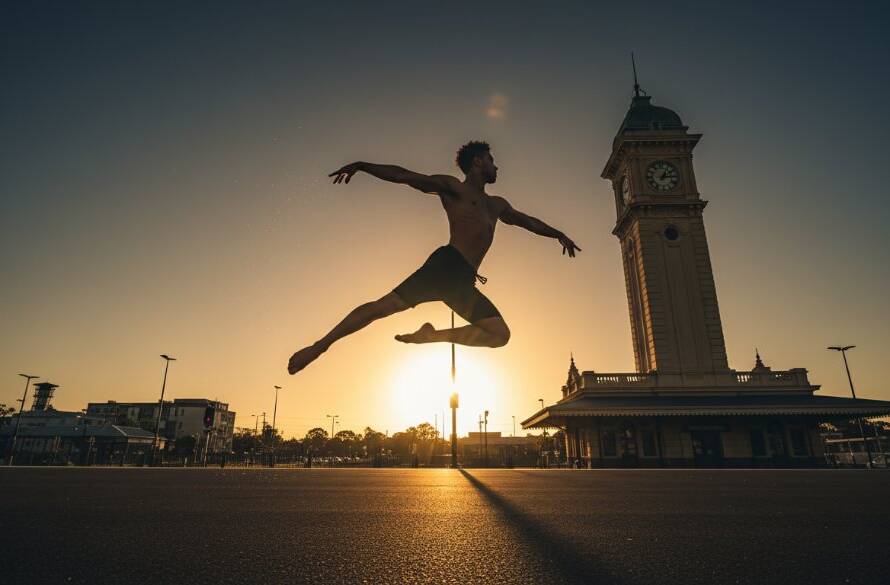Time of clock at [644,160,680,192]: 1:13
